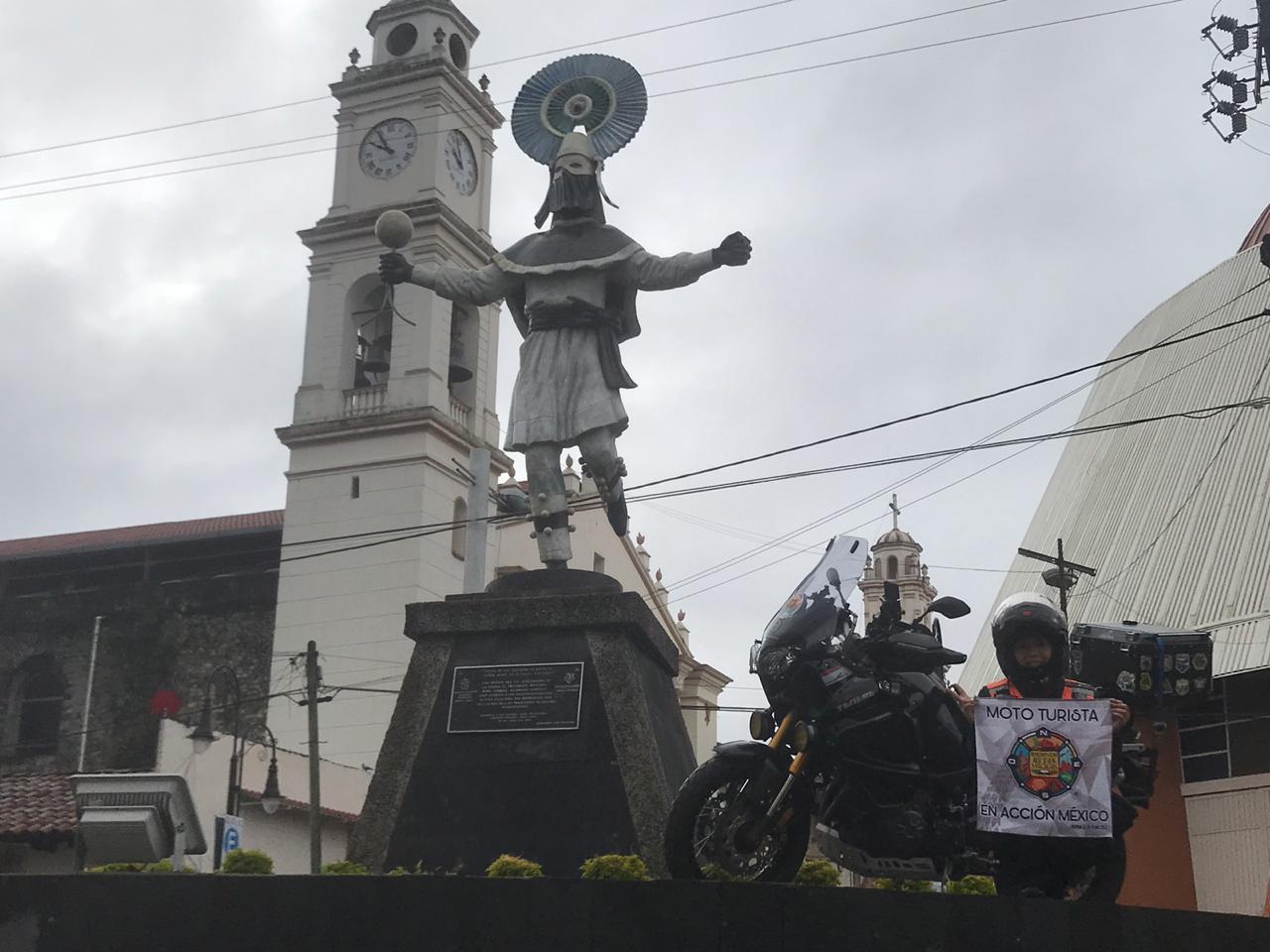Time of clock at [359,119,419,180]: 9:54
